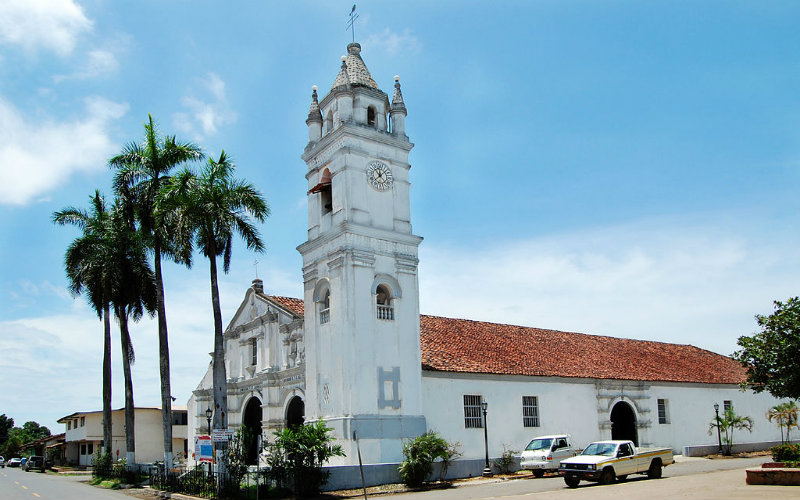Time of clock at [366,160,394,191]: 12:07
